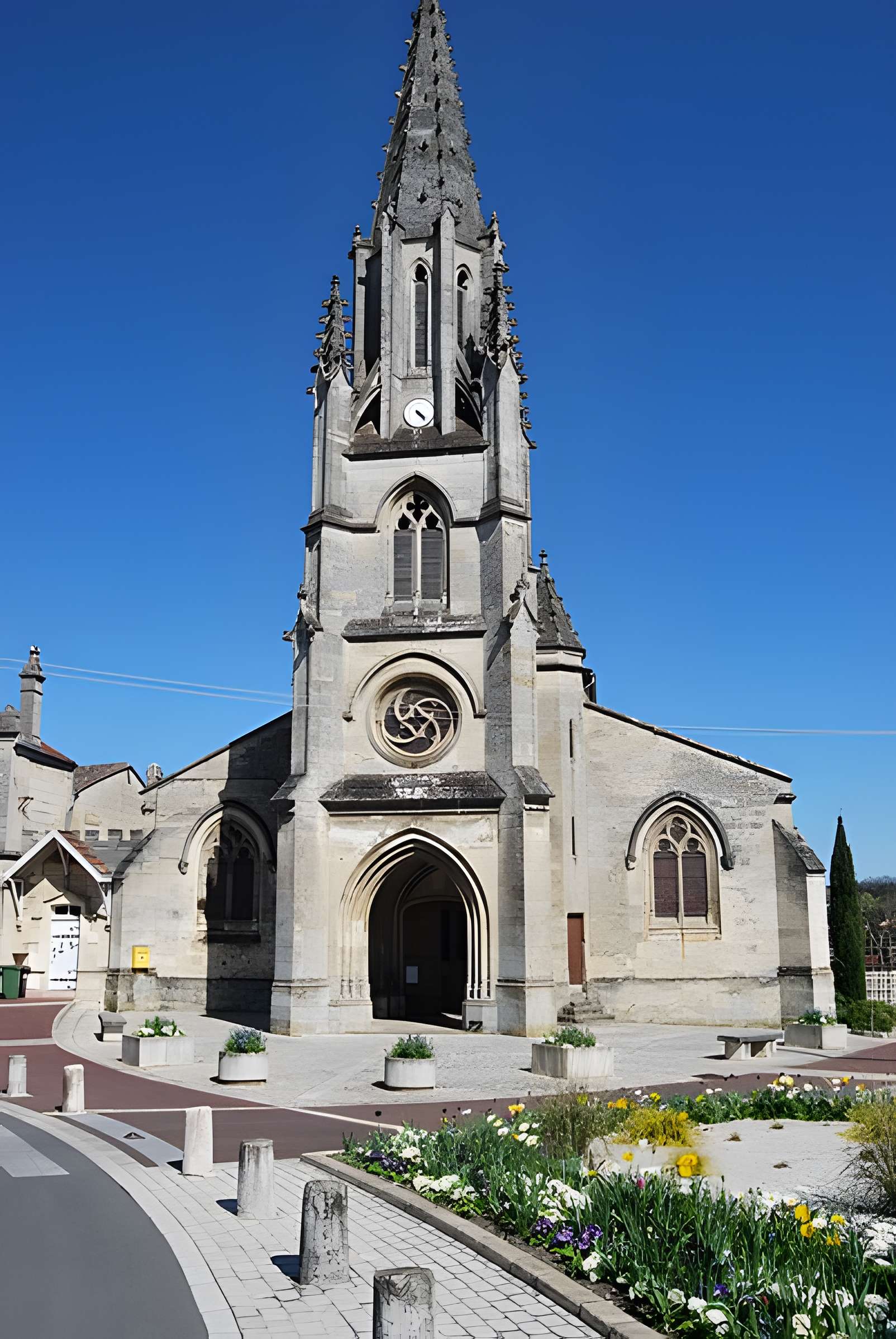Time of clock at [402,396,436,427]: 4:23
